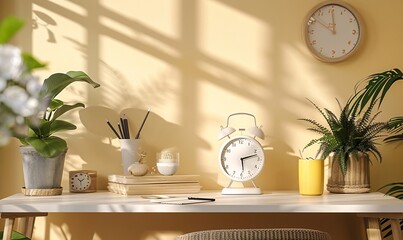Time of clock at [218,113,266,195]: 2:29
